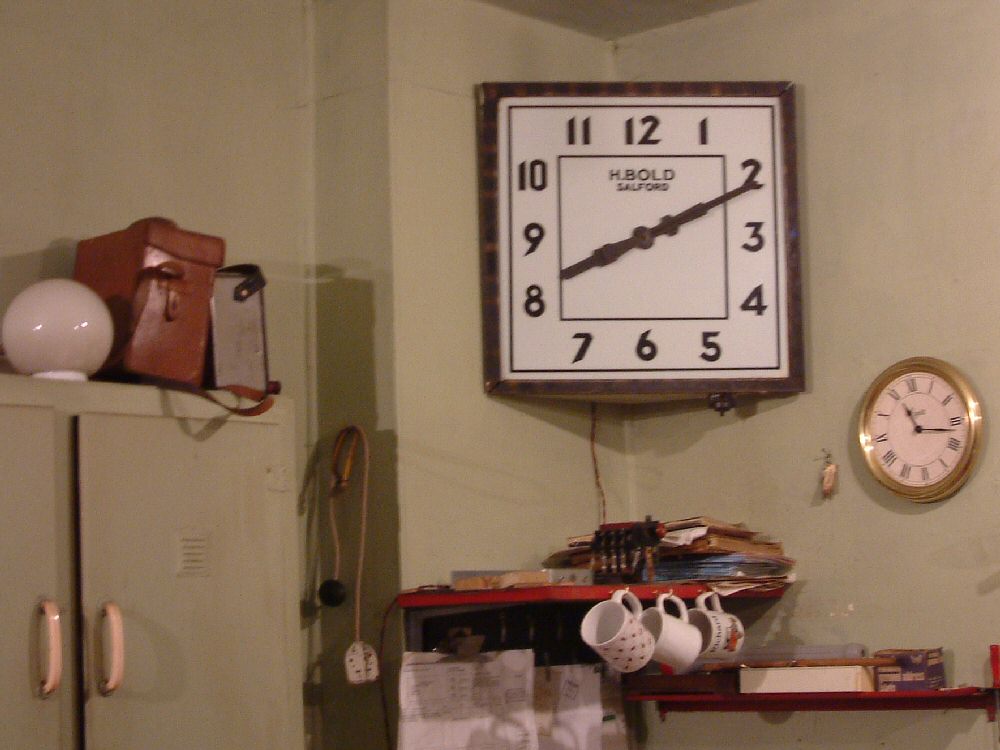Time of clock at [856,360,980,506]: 11:16
